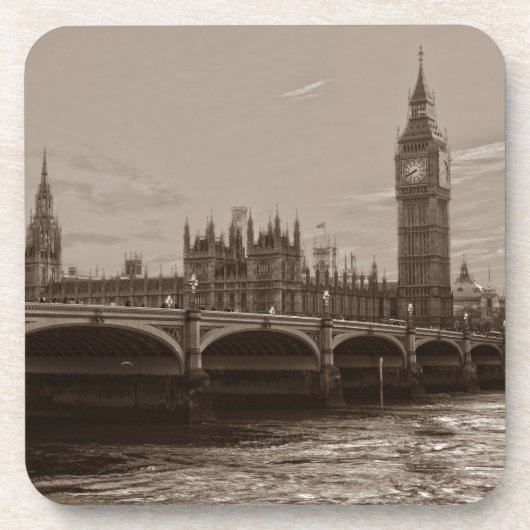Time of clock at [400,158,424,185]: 7:40
